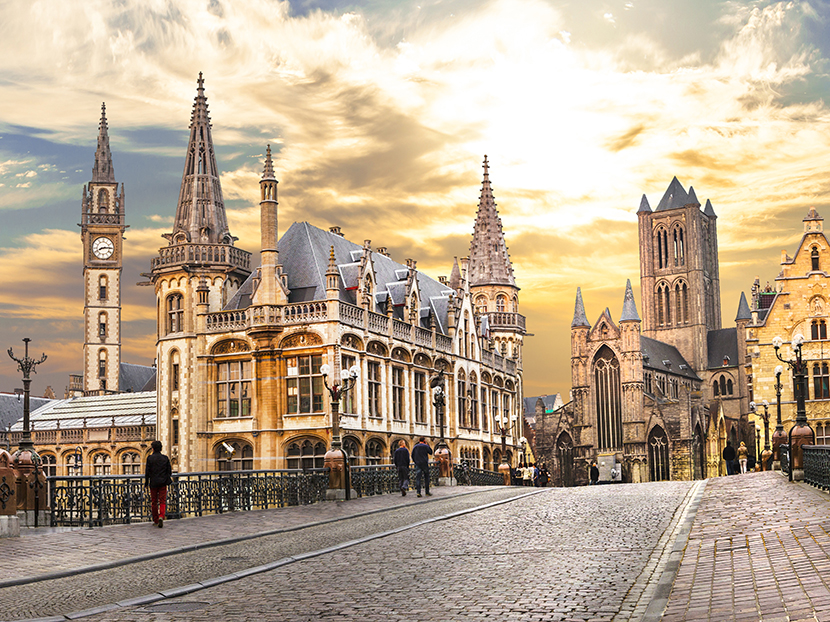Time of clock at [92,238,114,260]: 8:14
